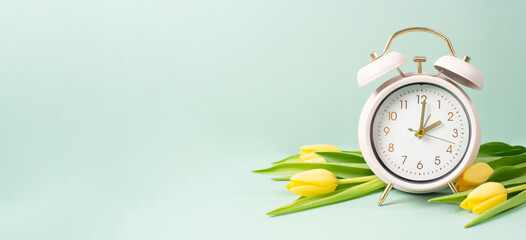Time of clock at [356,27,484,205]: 2:01
